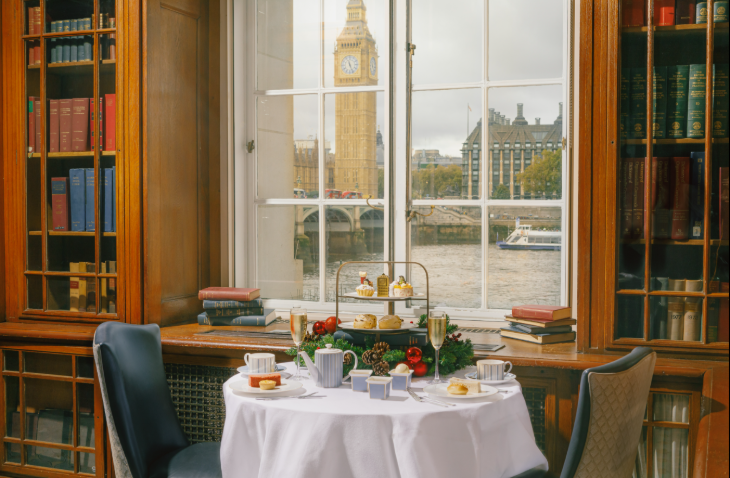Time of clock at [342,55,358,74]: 11:26
